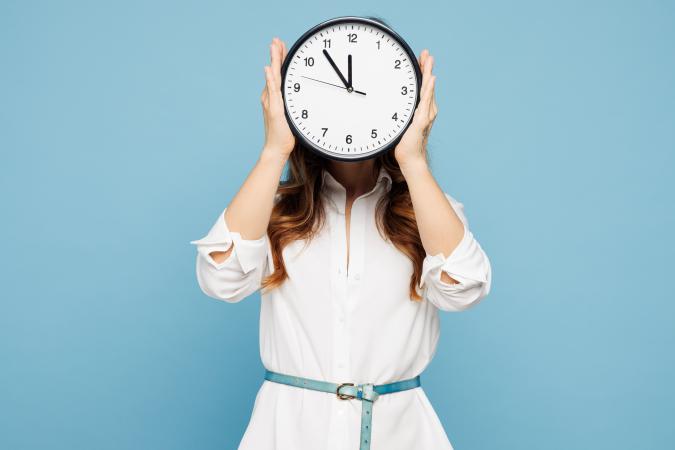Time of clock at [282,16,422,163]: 11:53
